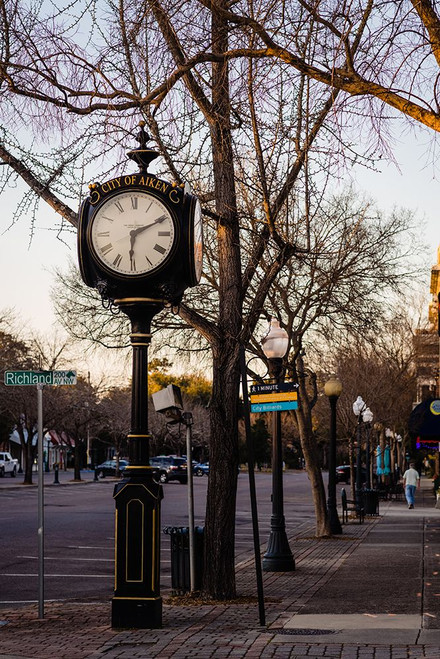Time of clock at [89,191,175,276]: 6:10
